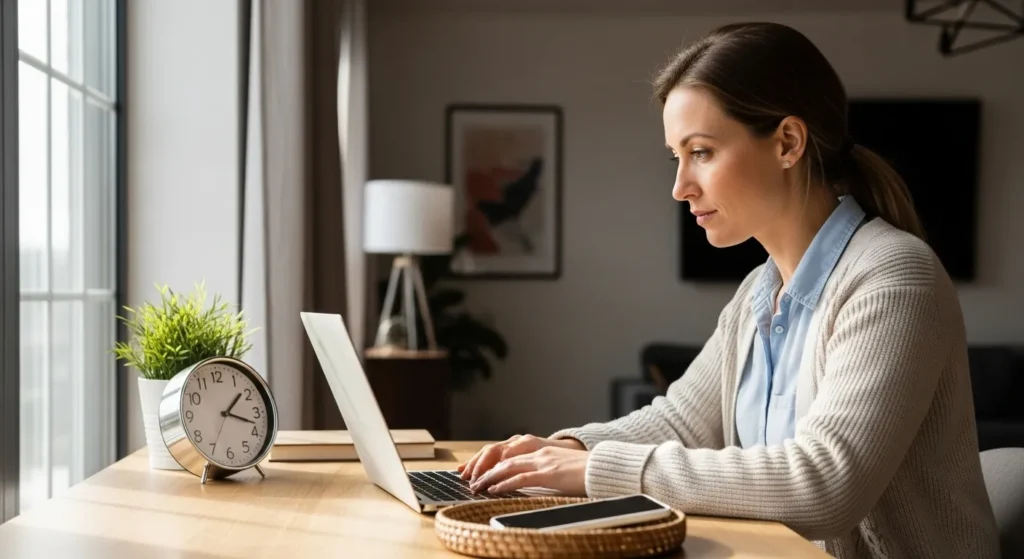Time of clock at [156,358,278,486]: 1:18
